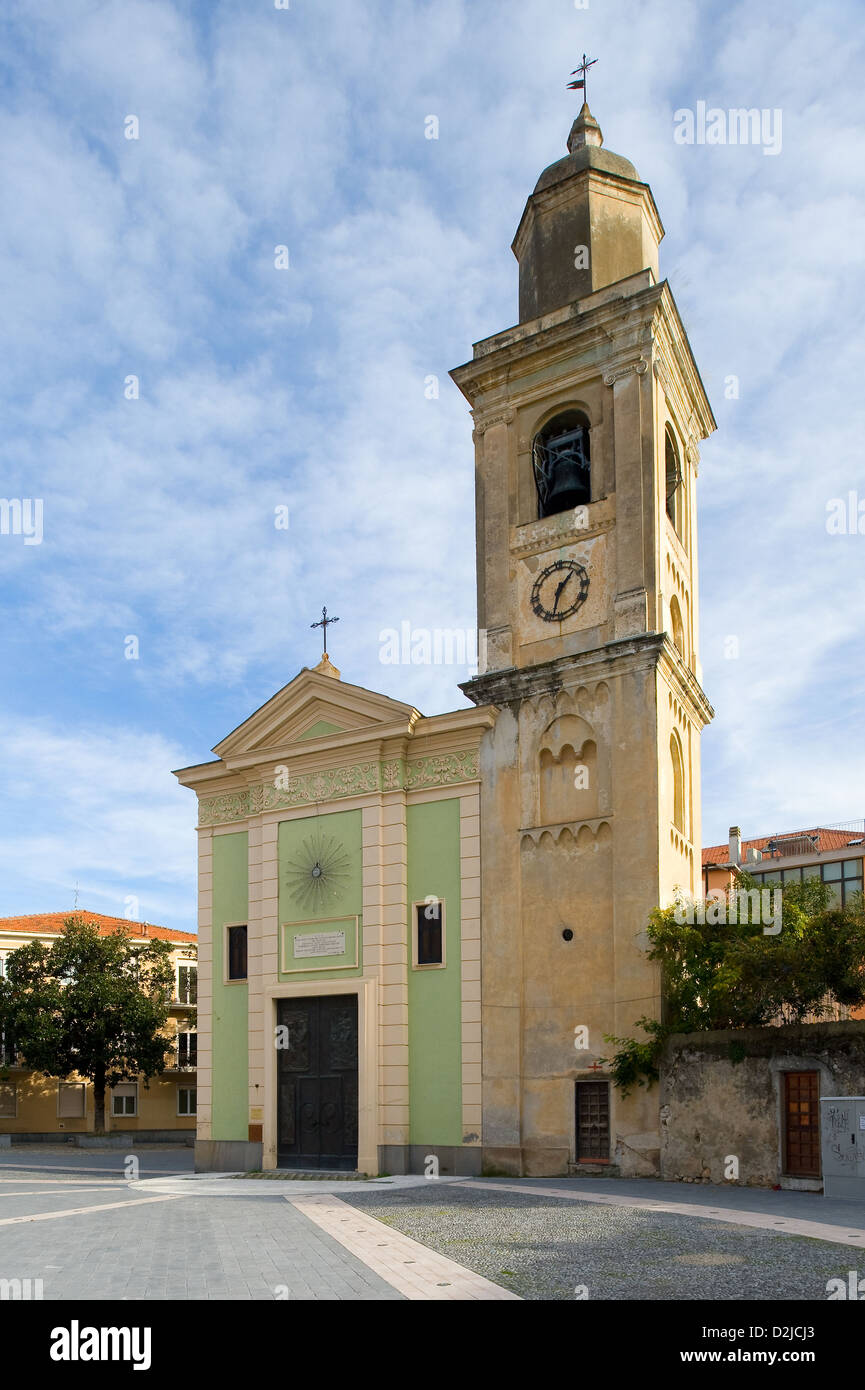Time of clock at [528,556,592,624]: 1:32
